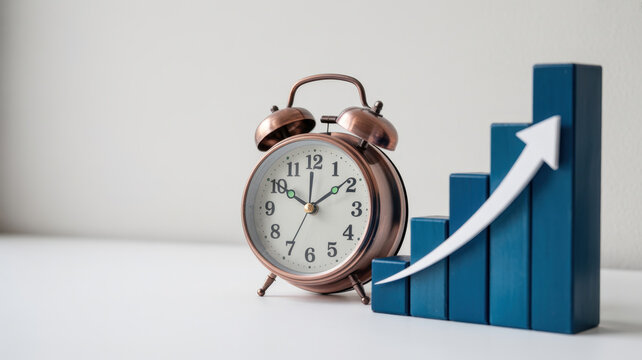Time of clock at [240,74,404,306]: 1:50
